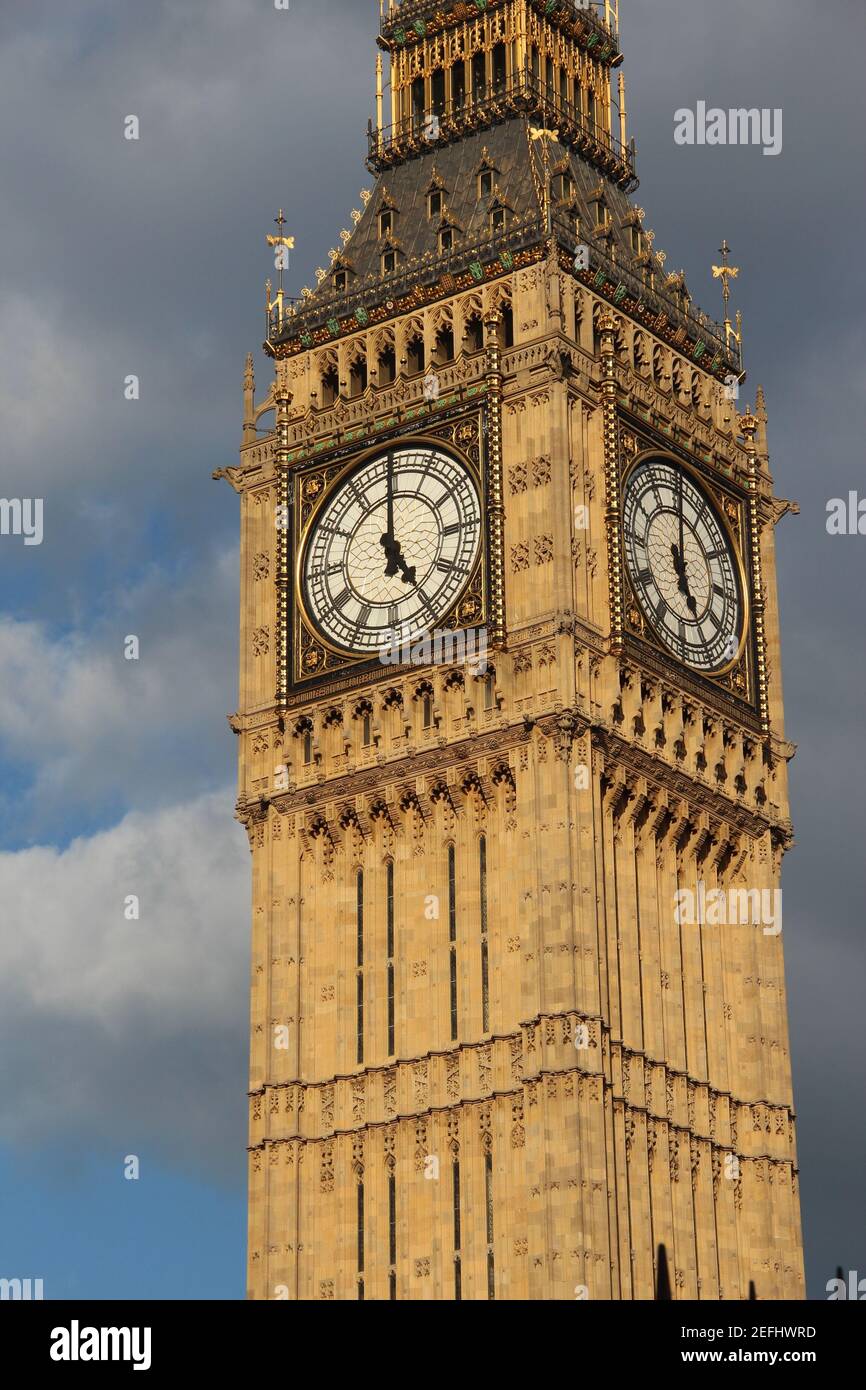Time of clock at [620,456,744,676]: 5:00
